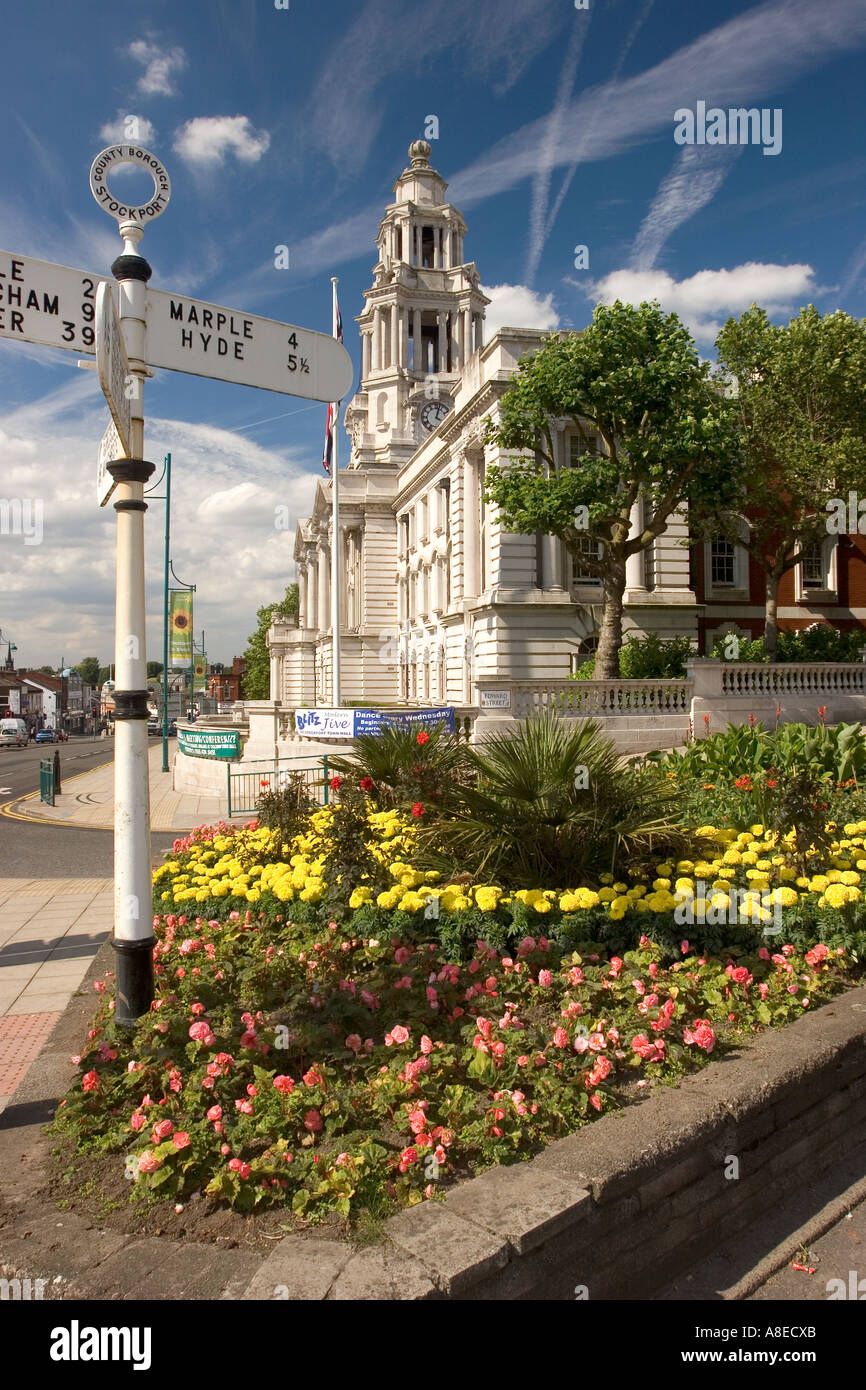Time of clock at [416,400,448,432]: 4:02
